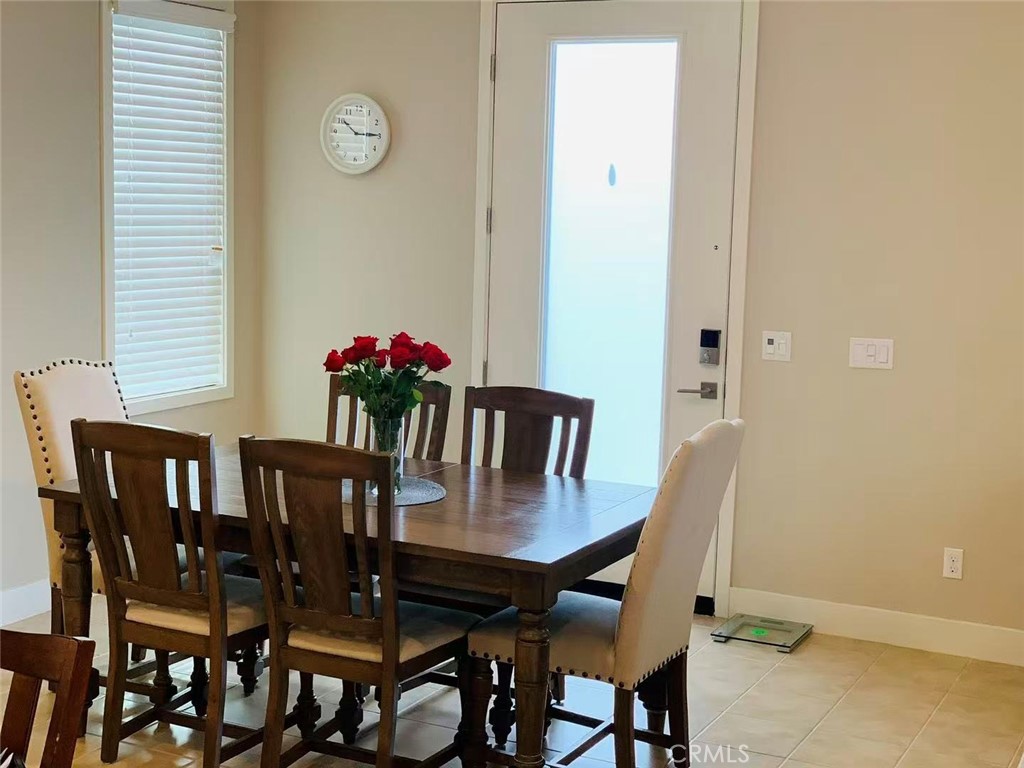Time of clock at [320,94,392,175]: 10:14
